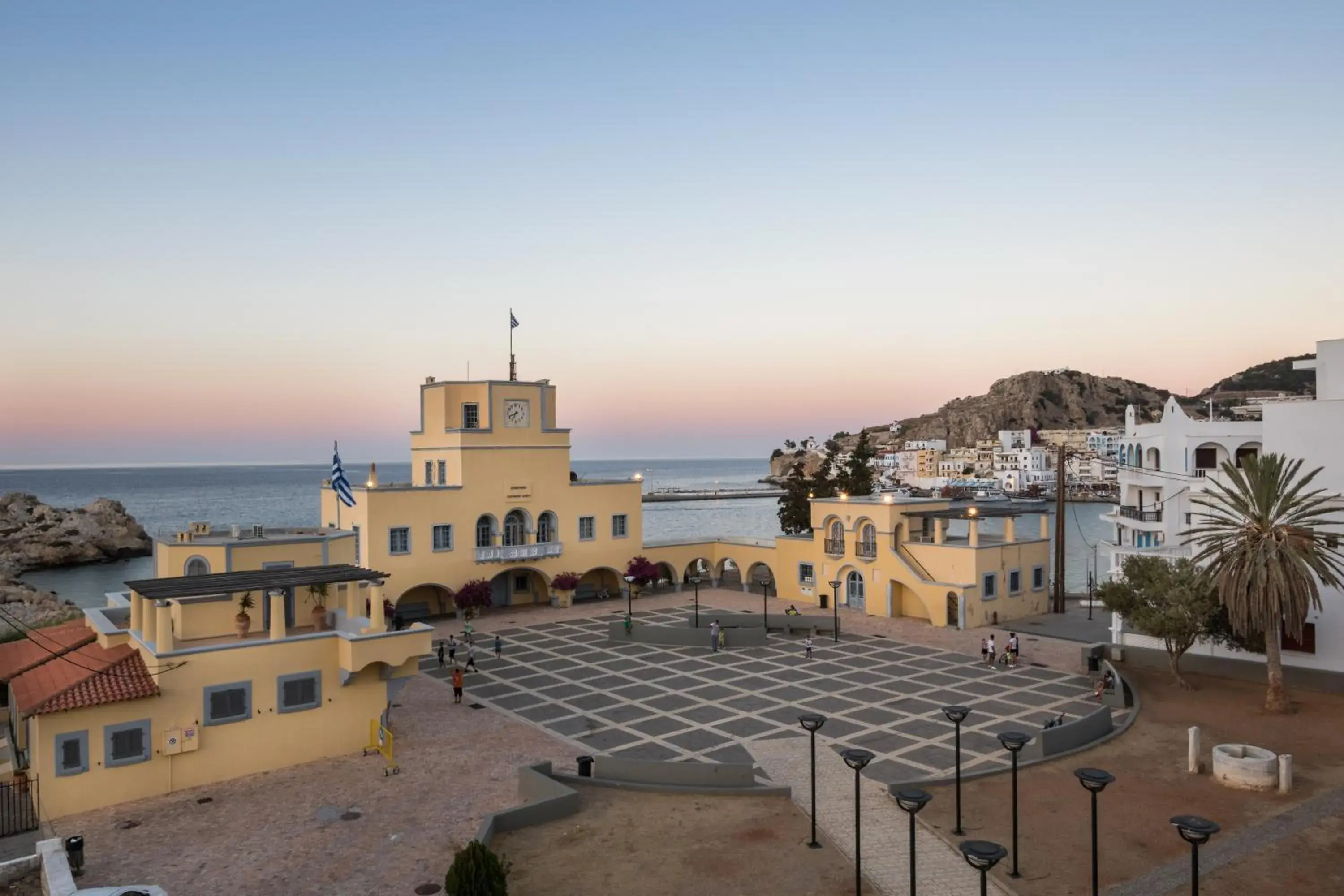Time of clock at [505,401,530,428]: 6:41
